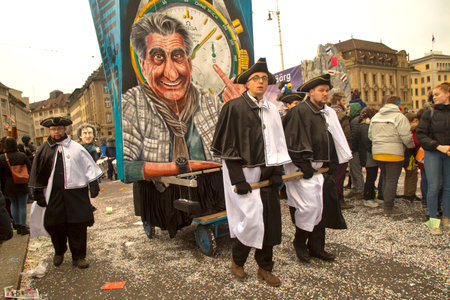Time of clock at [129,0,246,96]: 12:07
